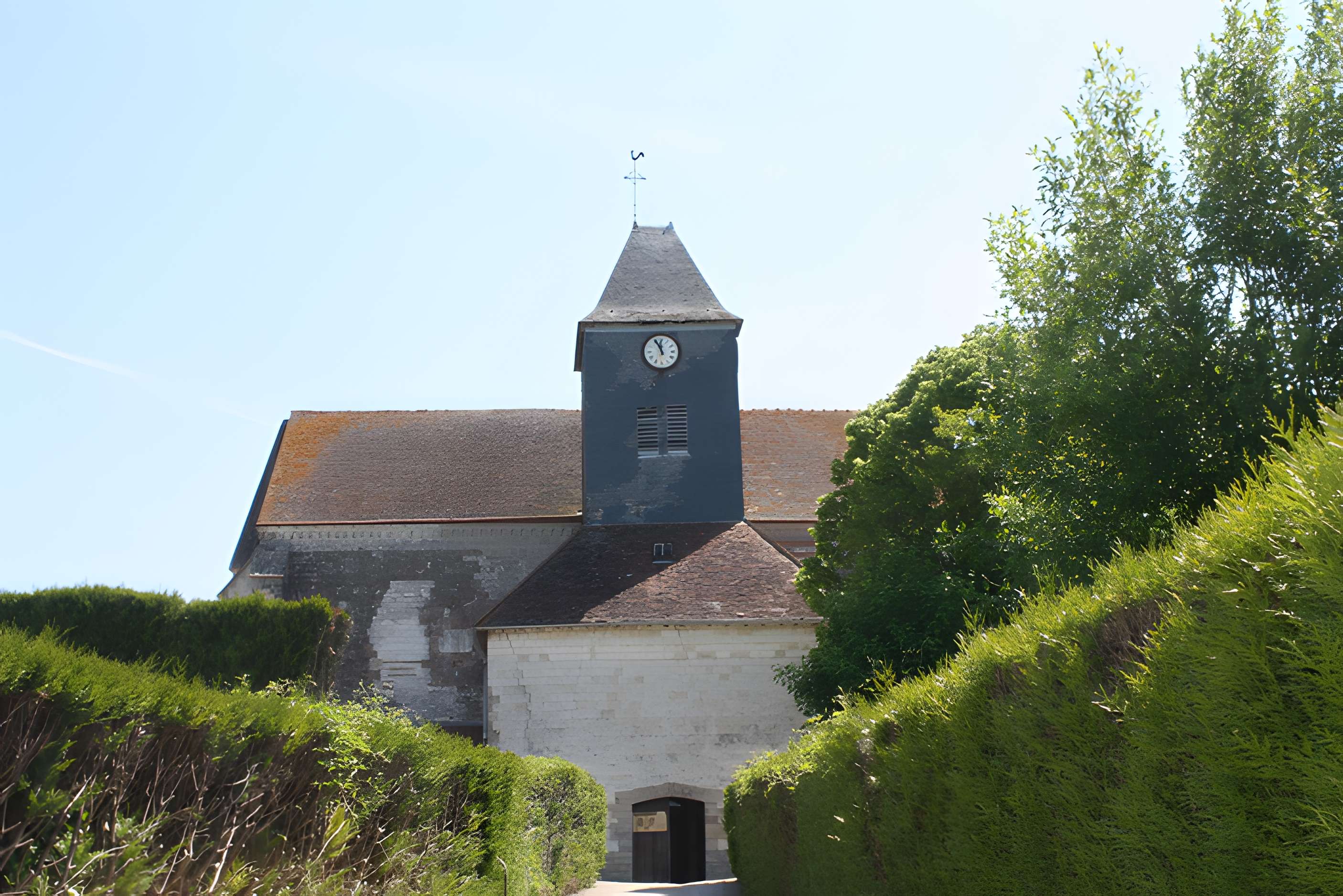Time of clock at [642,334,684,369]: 11:55
